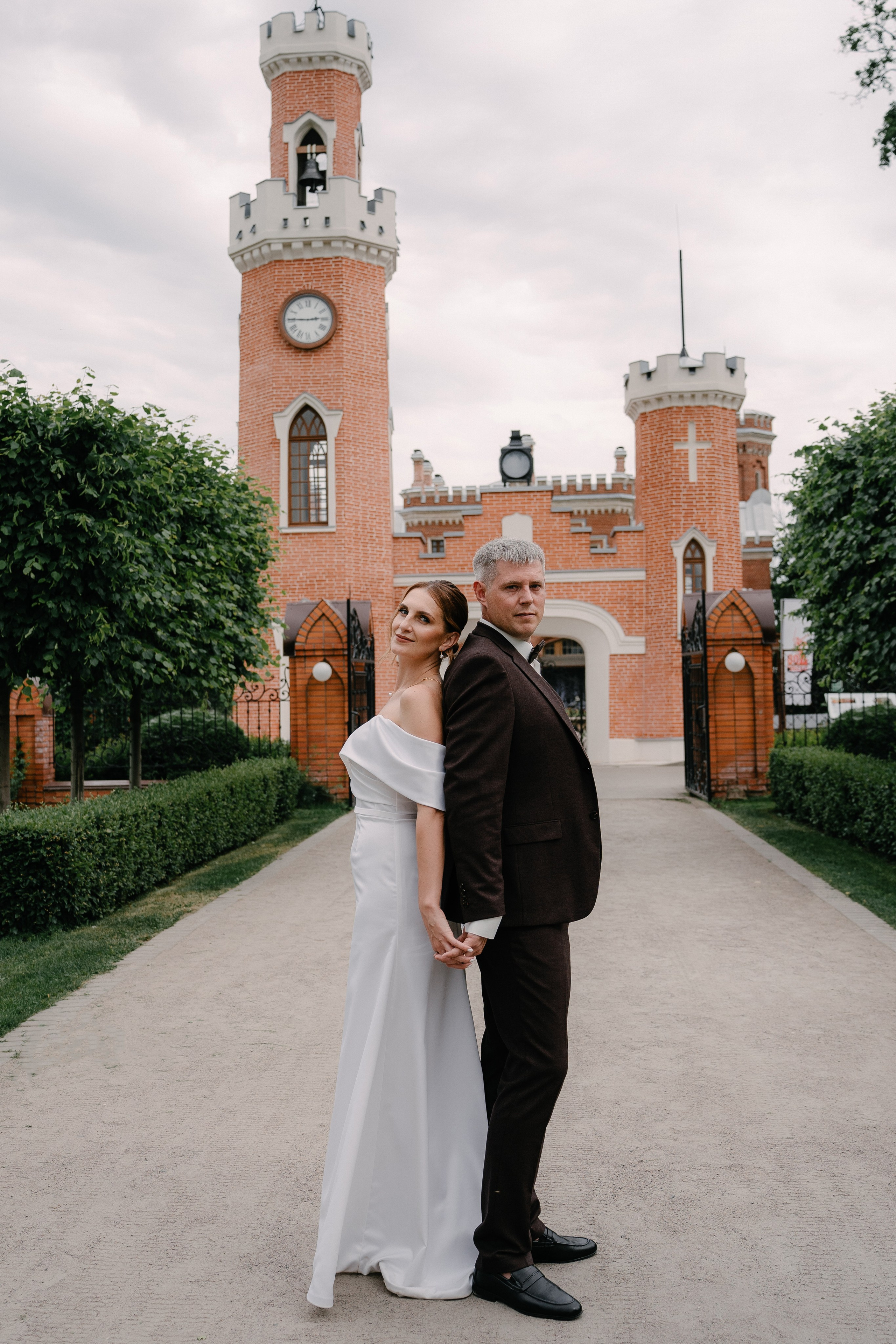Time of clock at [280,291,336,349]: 2:45
